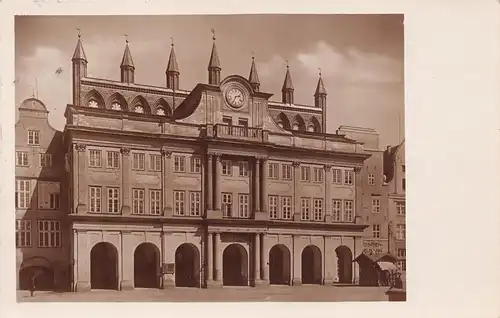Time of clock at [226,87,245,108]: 2:34
